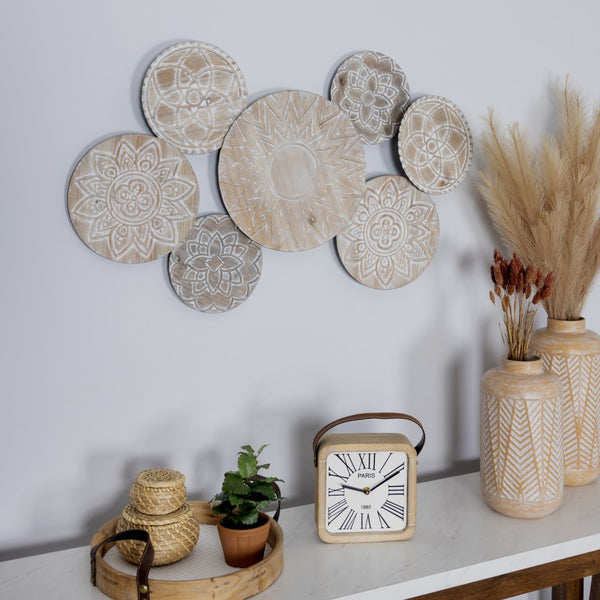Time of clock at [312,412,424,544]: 9:10
